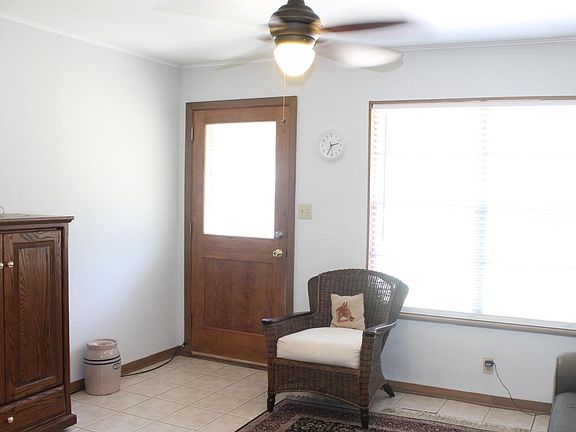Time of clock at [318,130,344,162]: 2:34
